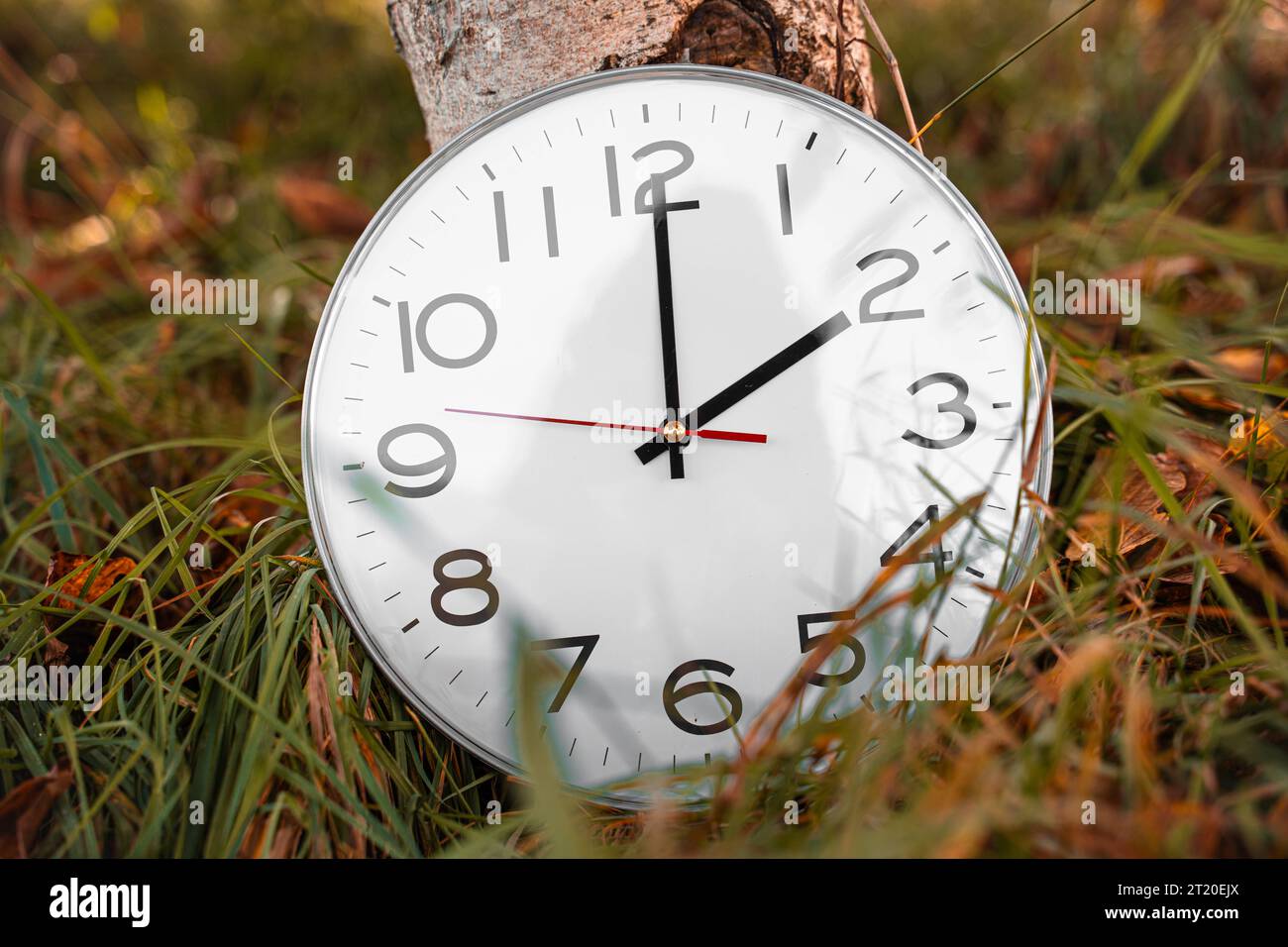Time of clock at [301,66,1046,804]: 2:00
